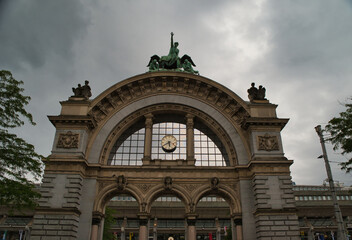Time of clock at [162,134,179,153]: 5:40
